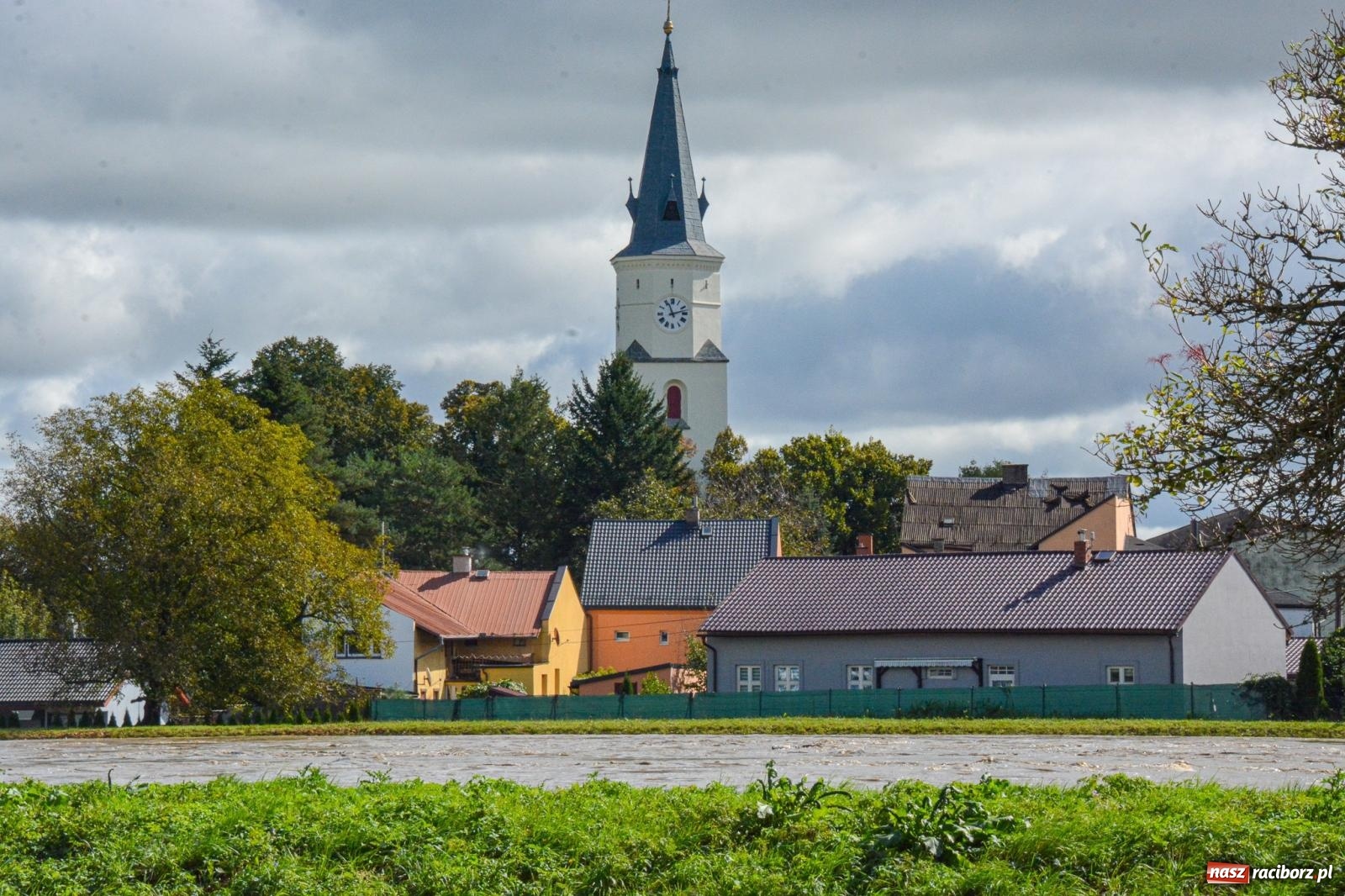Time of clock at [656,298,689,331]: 11:12
